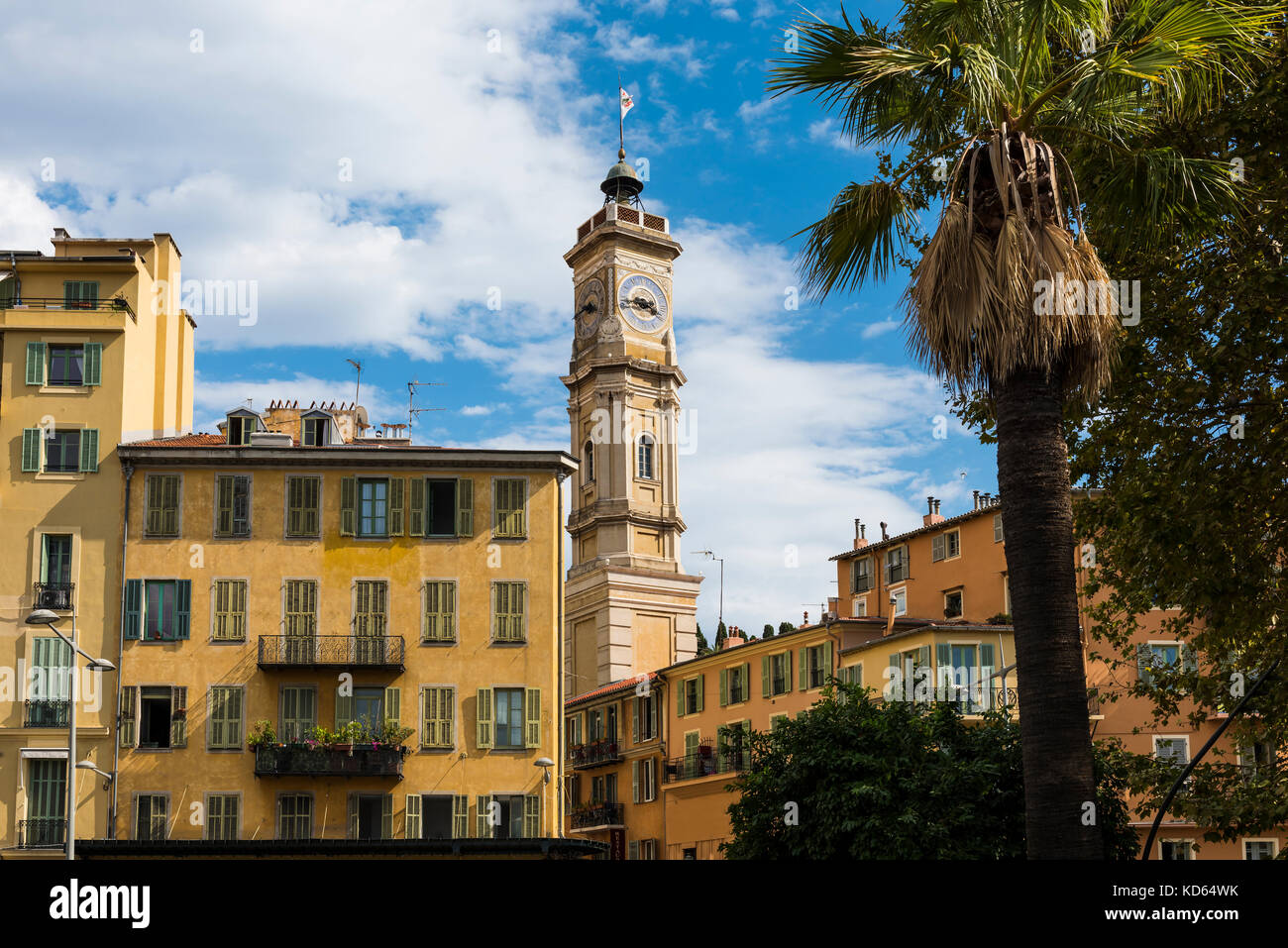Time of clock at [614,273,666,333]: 3:43
